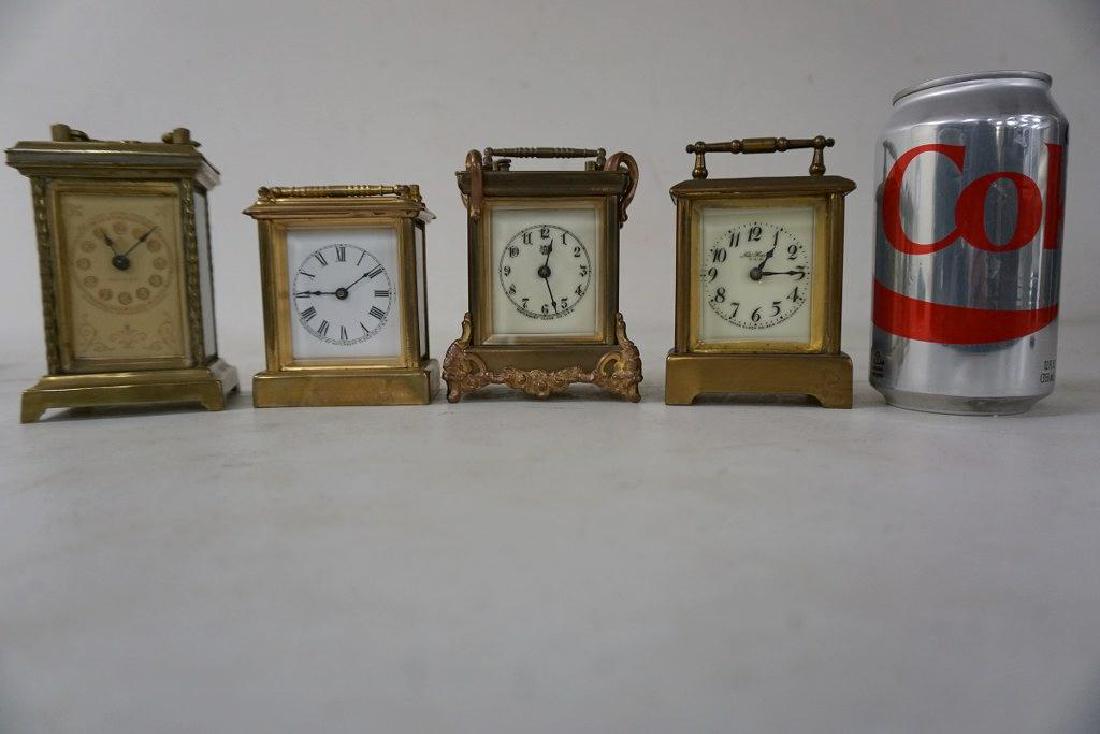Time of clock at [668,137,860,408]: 1:14
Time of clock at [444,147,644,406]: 12:26
